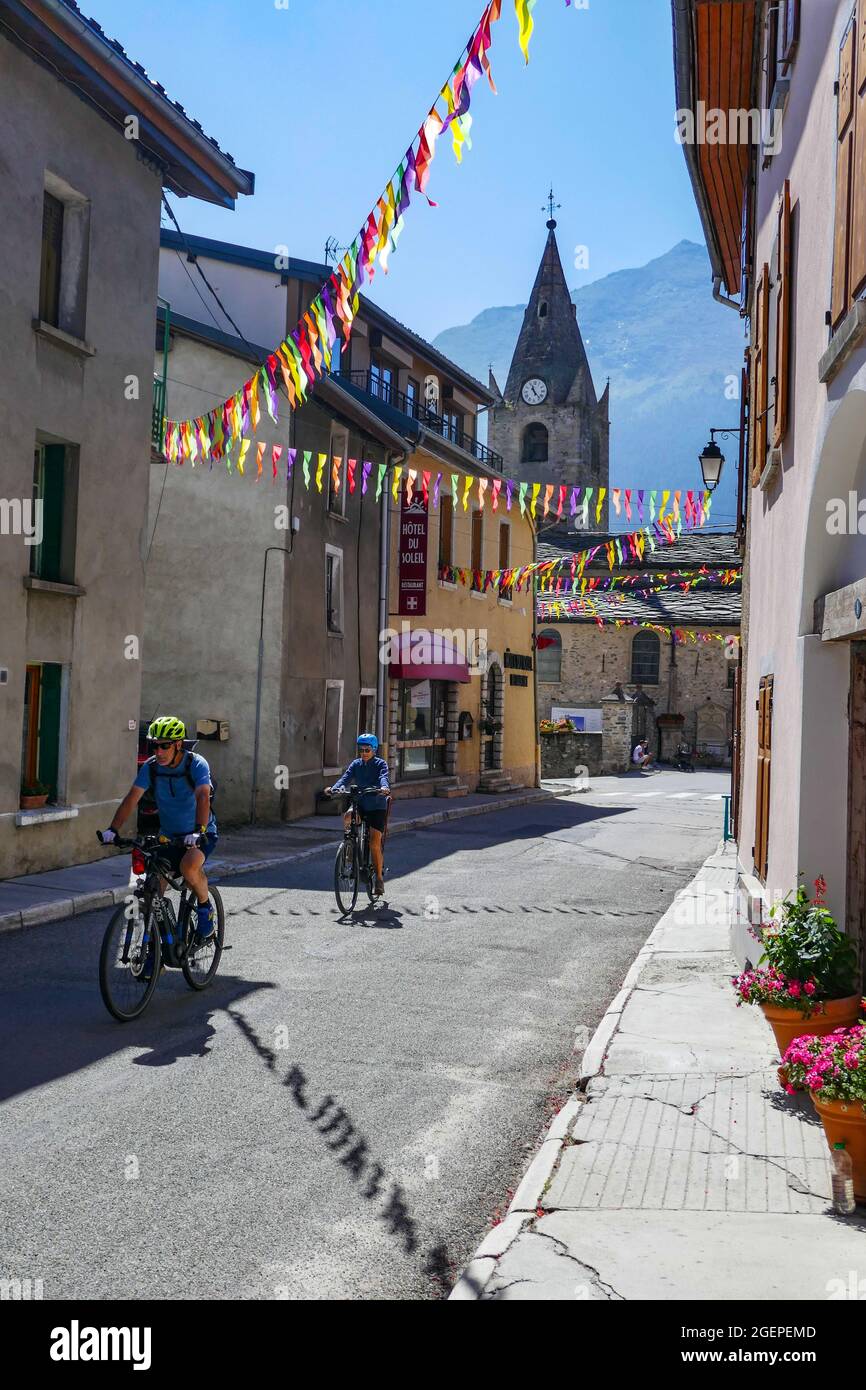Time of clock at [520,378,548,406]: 11:23
